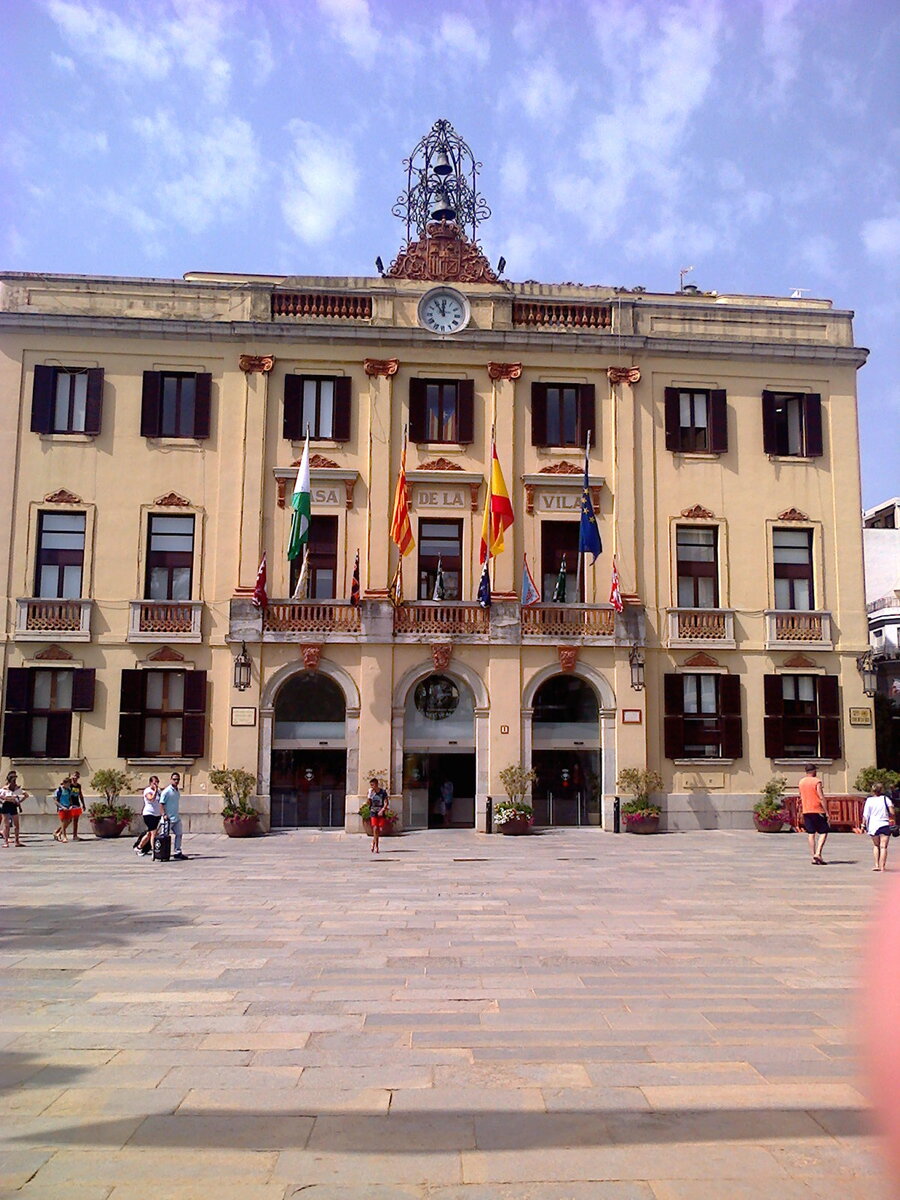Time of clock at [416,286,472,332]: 11:54
